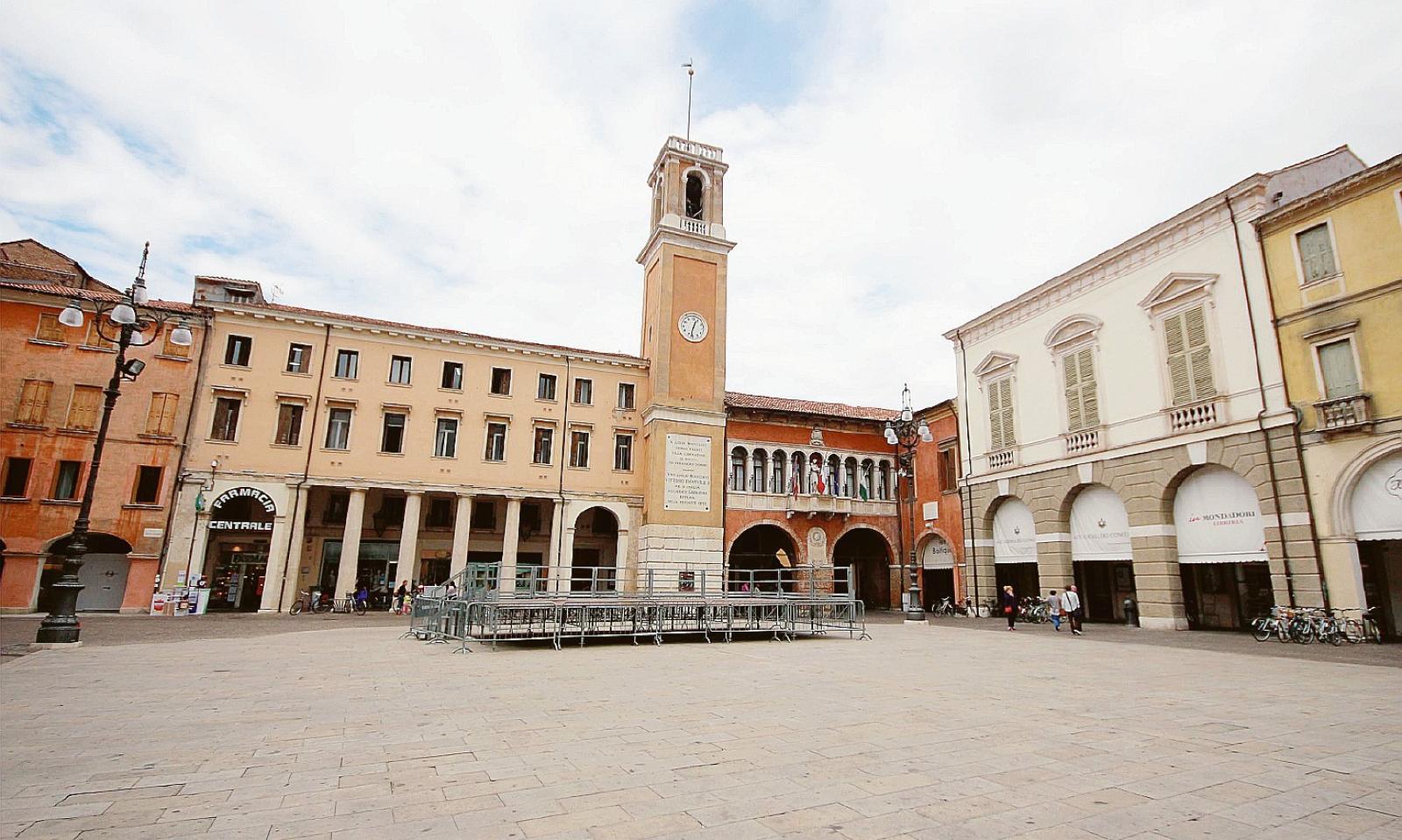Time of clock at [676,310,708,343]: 12:32
